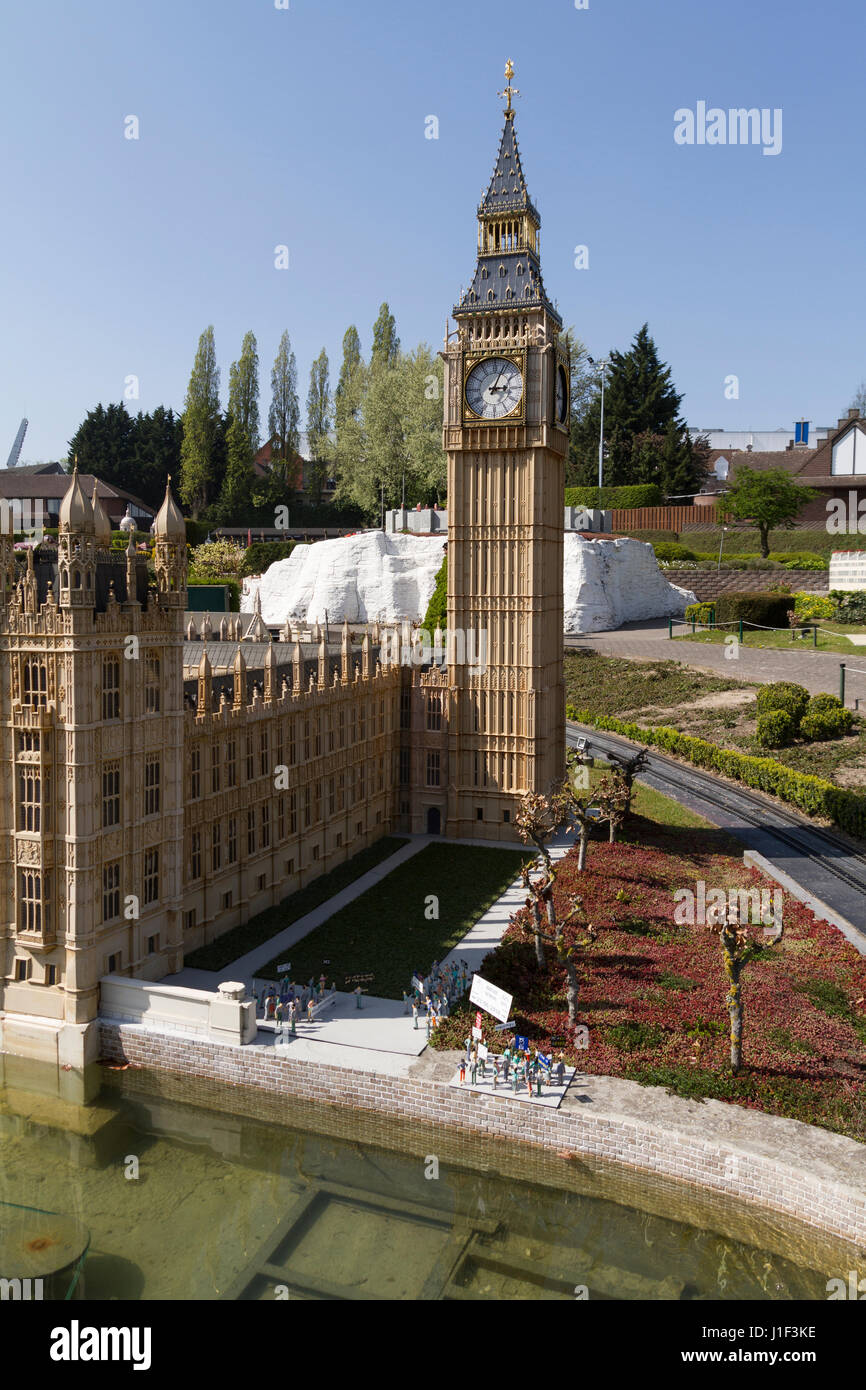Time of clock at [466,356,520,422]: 3:04
